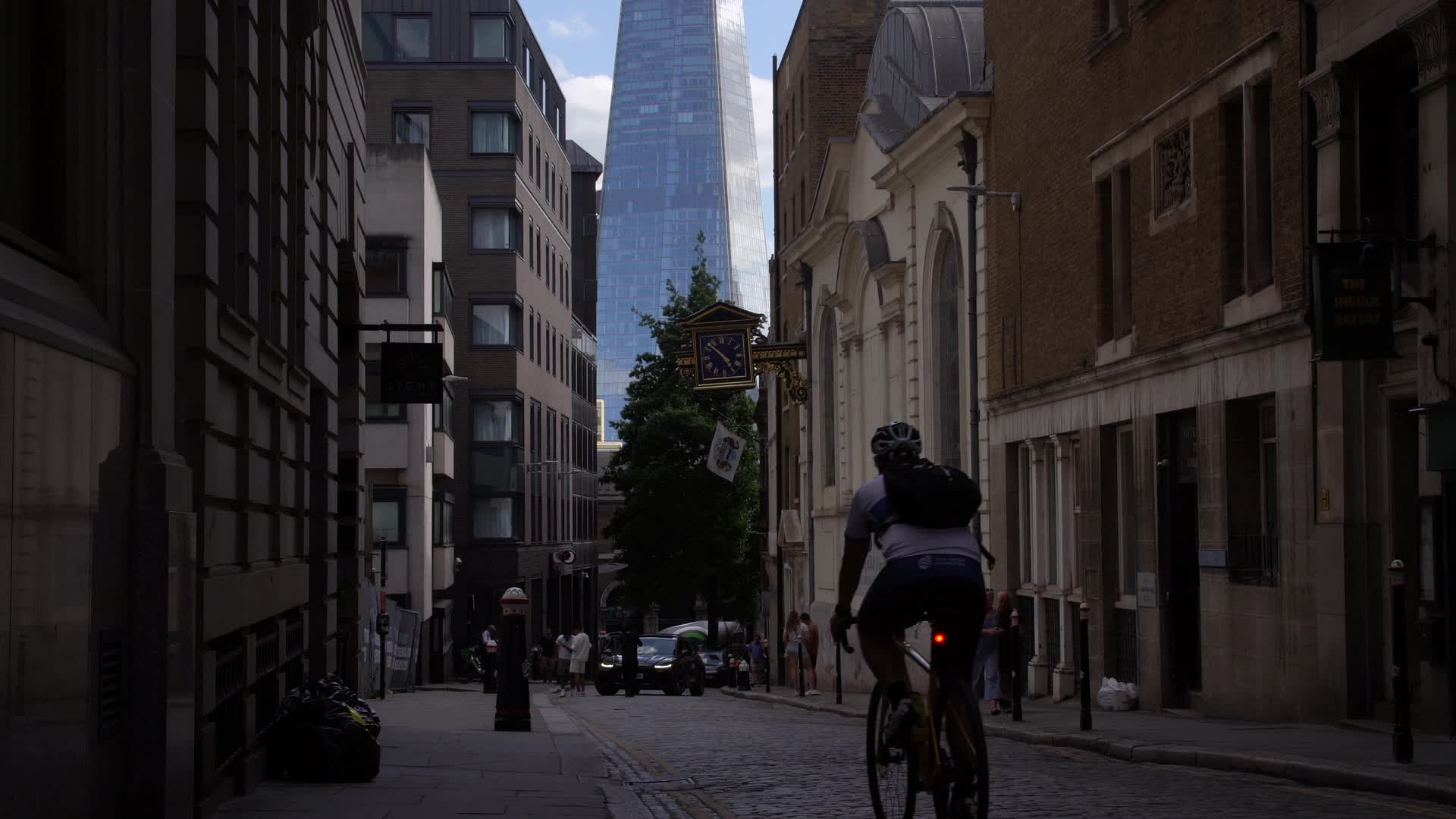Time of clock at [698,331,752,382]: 4:52
